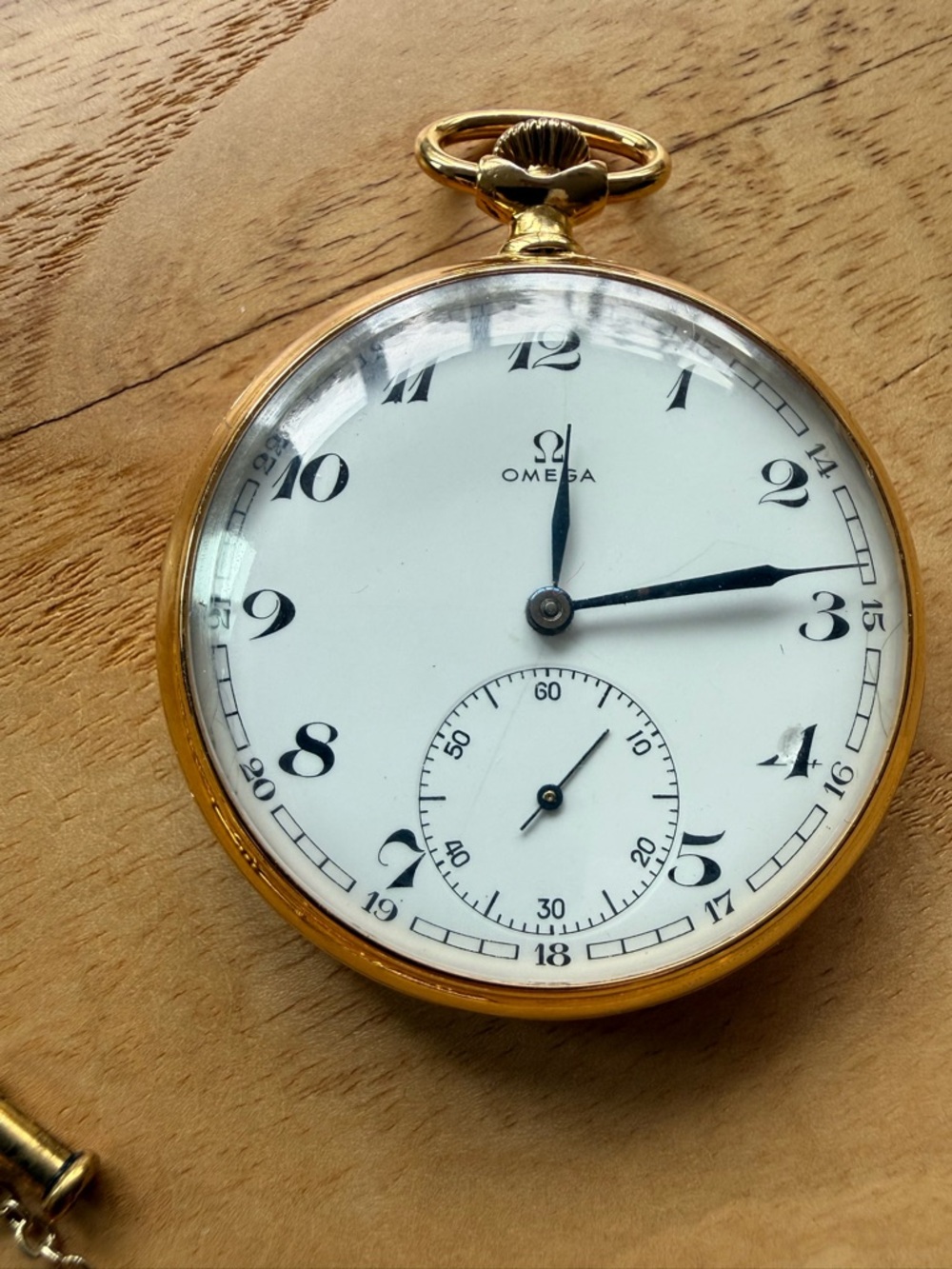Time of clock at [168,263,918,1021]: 12:13
